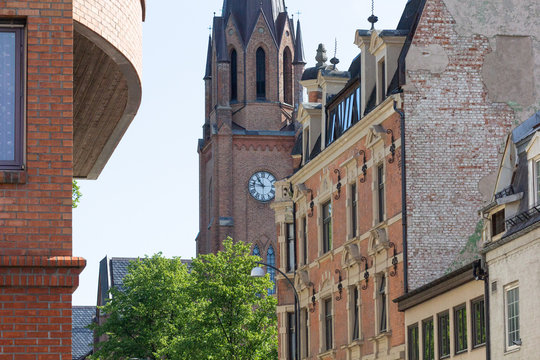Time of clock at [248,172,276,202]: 10:47
